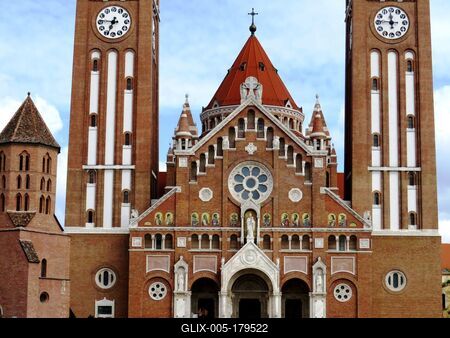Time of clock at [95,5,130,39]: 6:46
